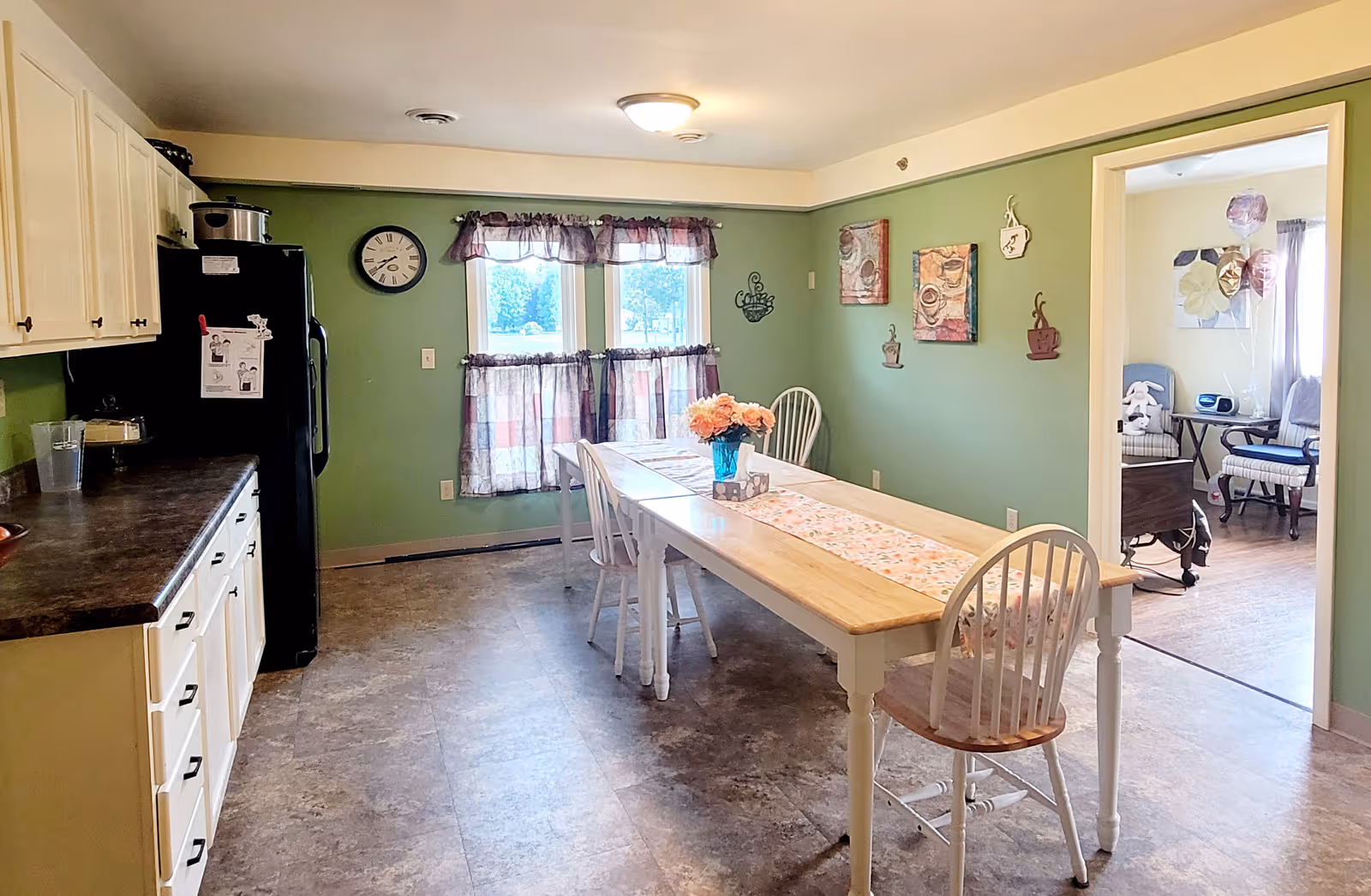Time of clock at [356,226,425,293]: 8:39
